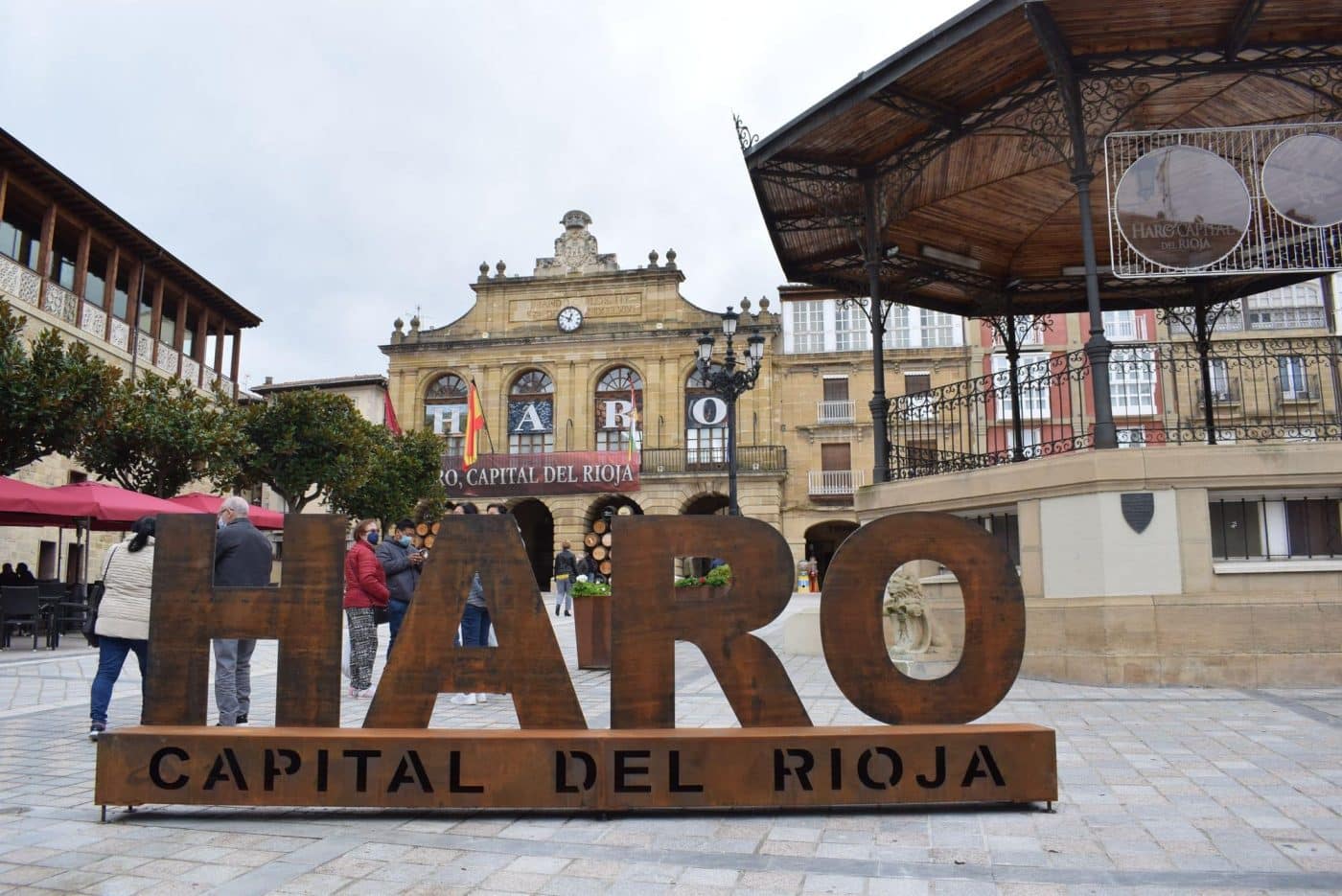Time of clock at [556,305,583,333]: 12:49
